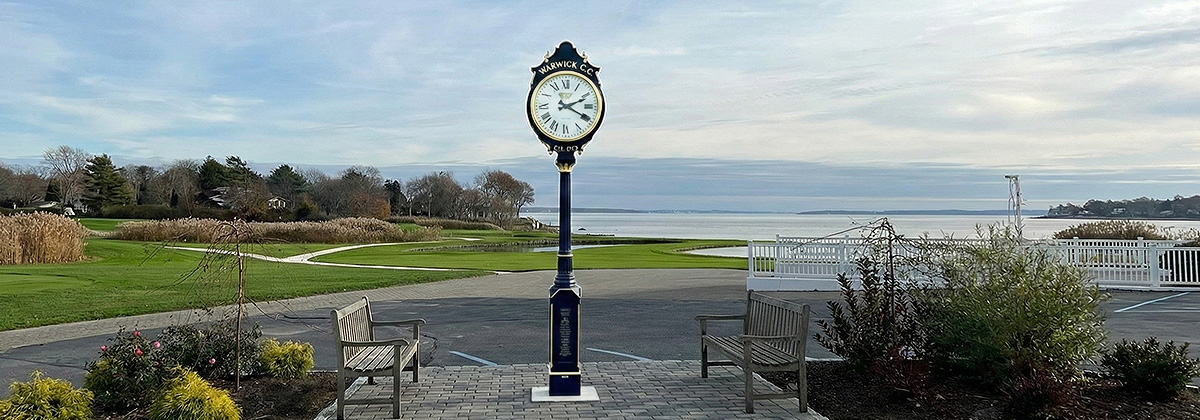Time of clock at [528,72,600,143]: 2:19
